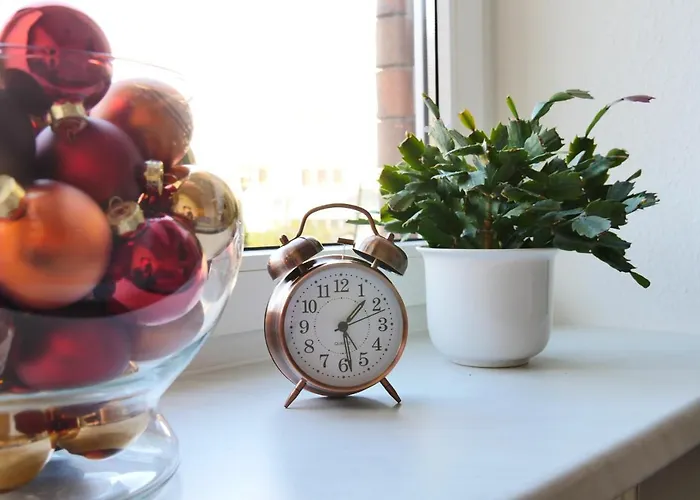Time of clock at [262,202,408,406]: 1:28
